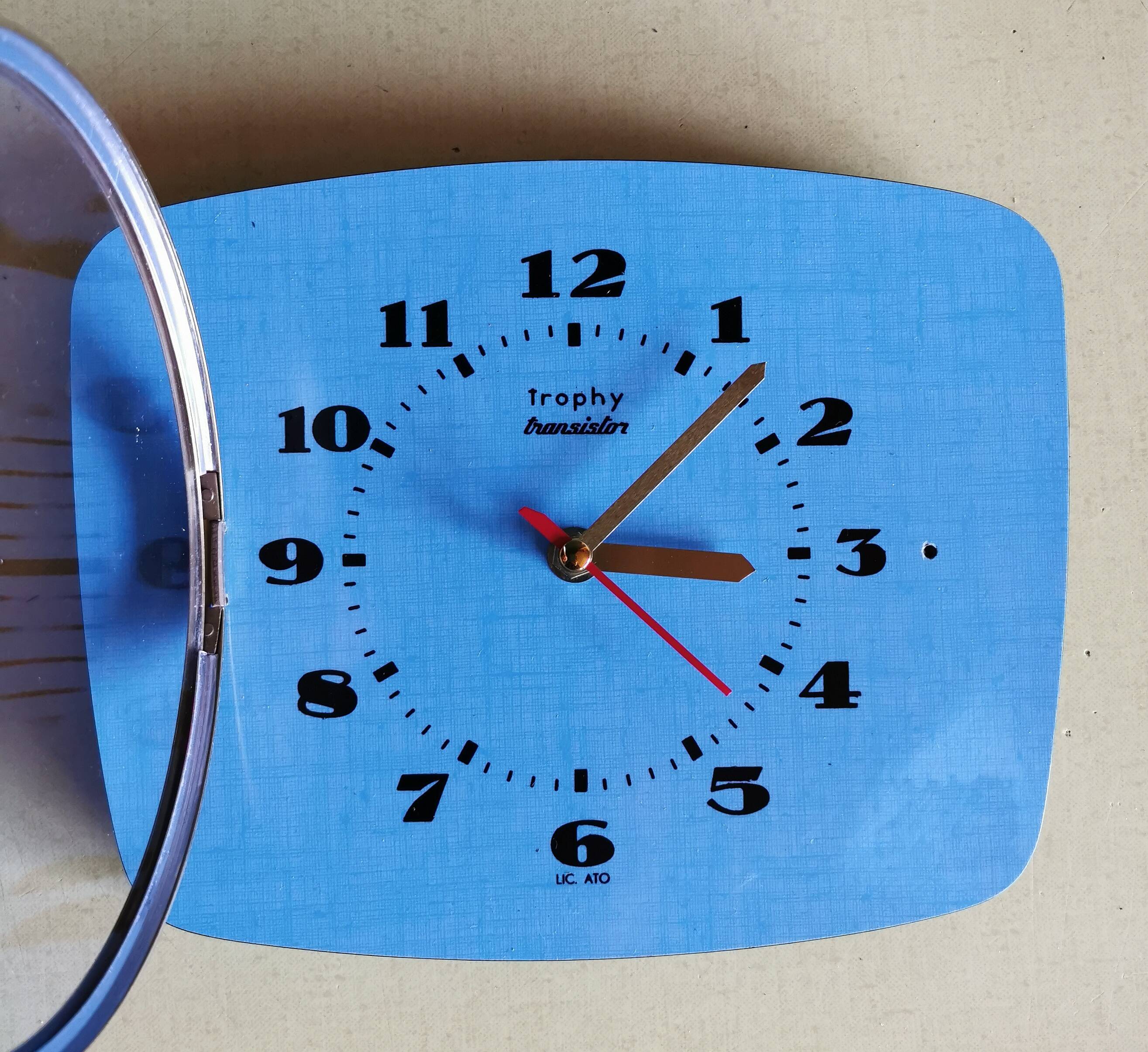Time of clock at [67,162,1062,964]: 3:07
